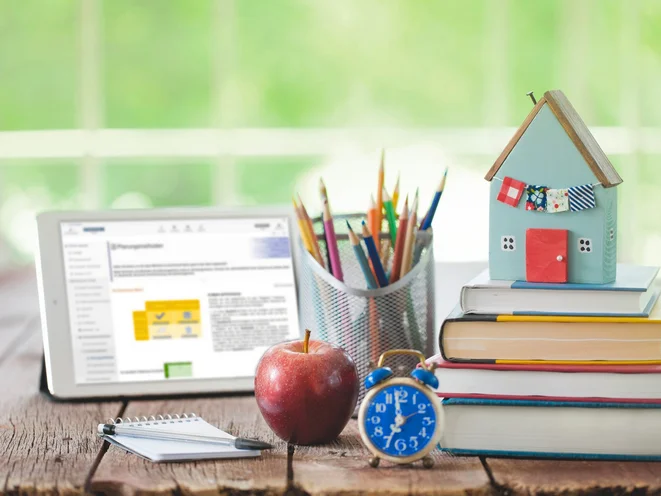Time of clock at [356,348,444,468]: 6:58
